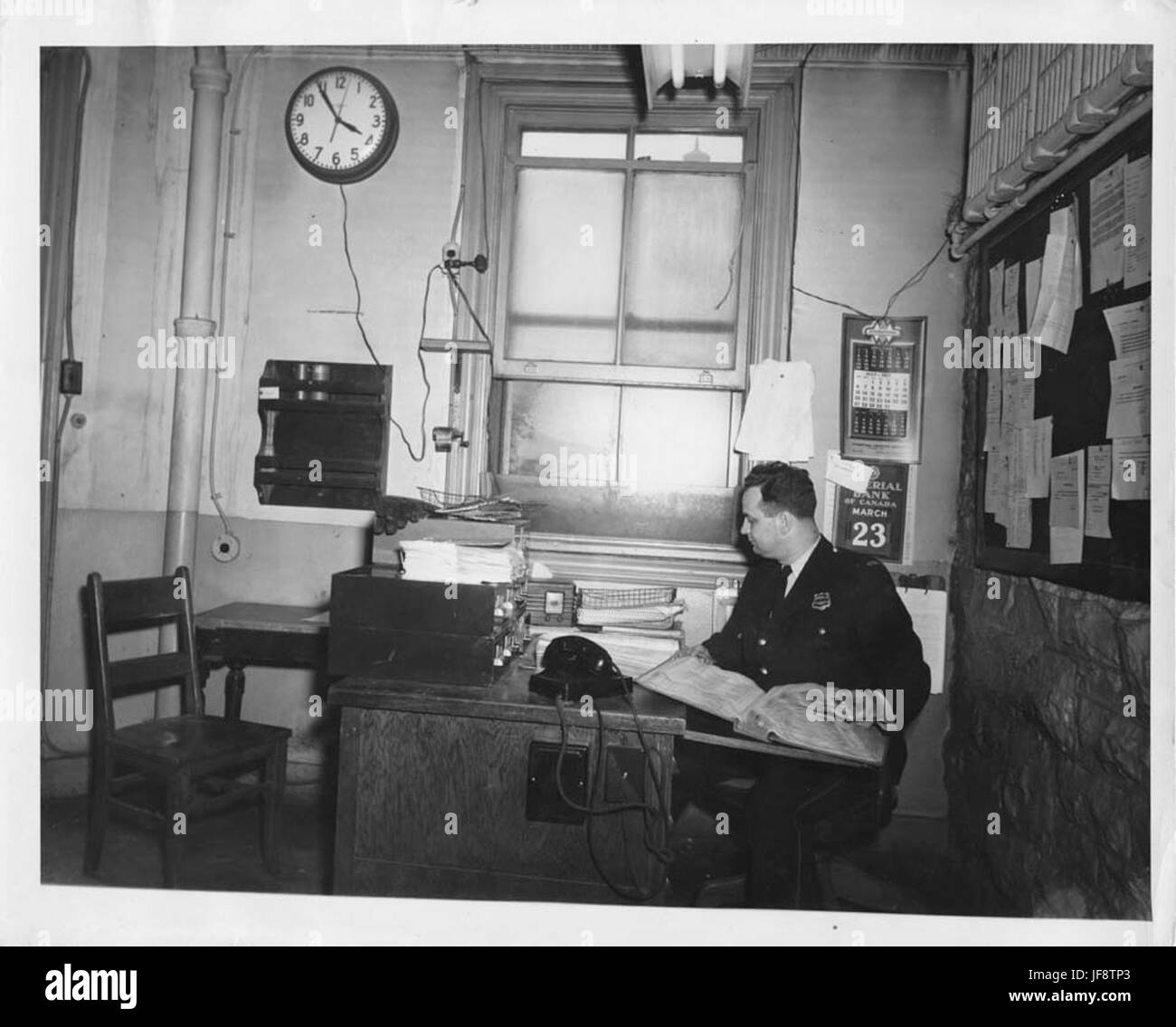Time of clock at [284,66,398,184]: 3:54
